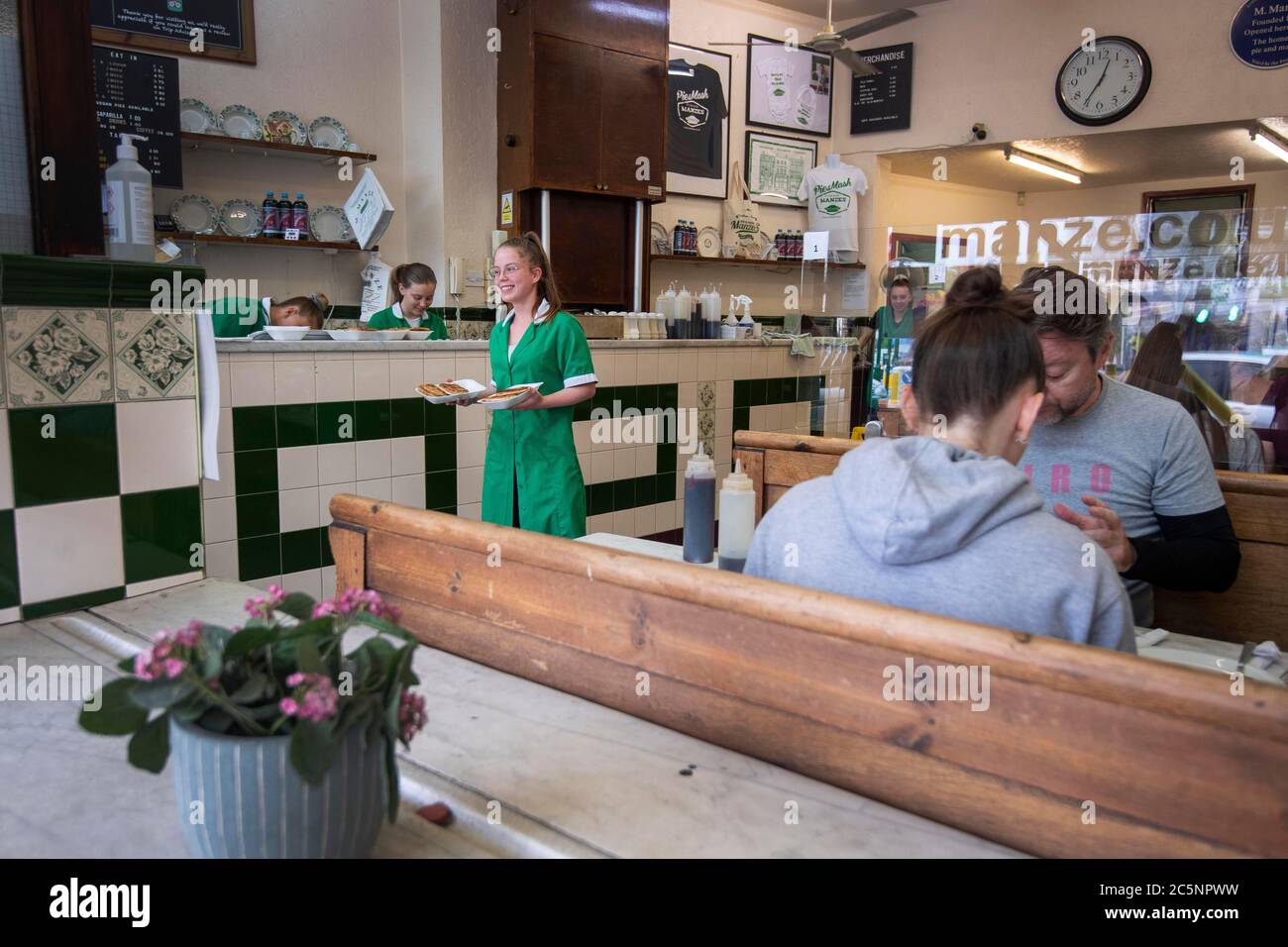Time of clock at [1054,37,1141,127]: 12:35
